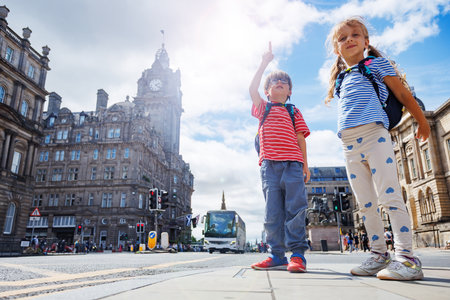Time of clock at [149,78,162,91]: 2:21
